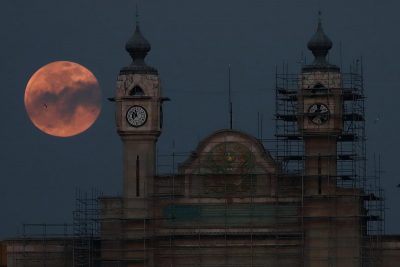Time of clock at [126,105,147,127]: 11:52
